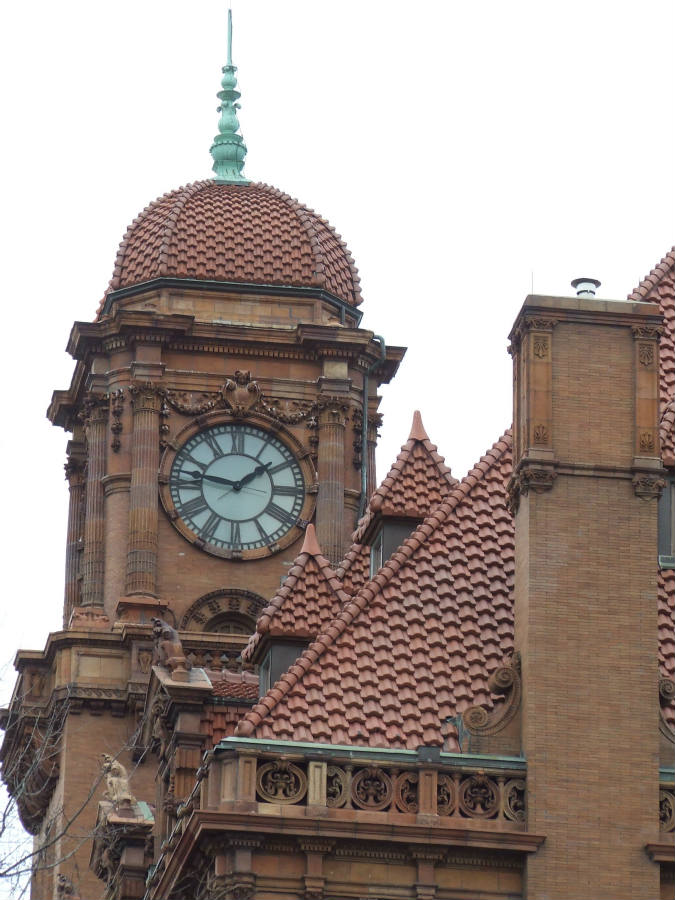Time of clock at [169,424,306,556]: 1:46
